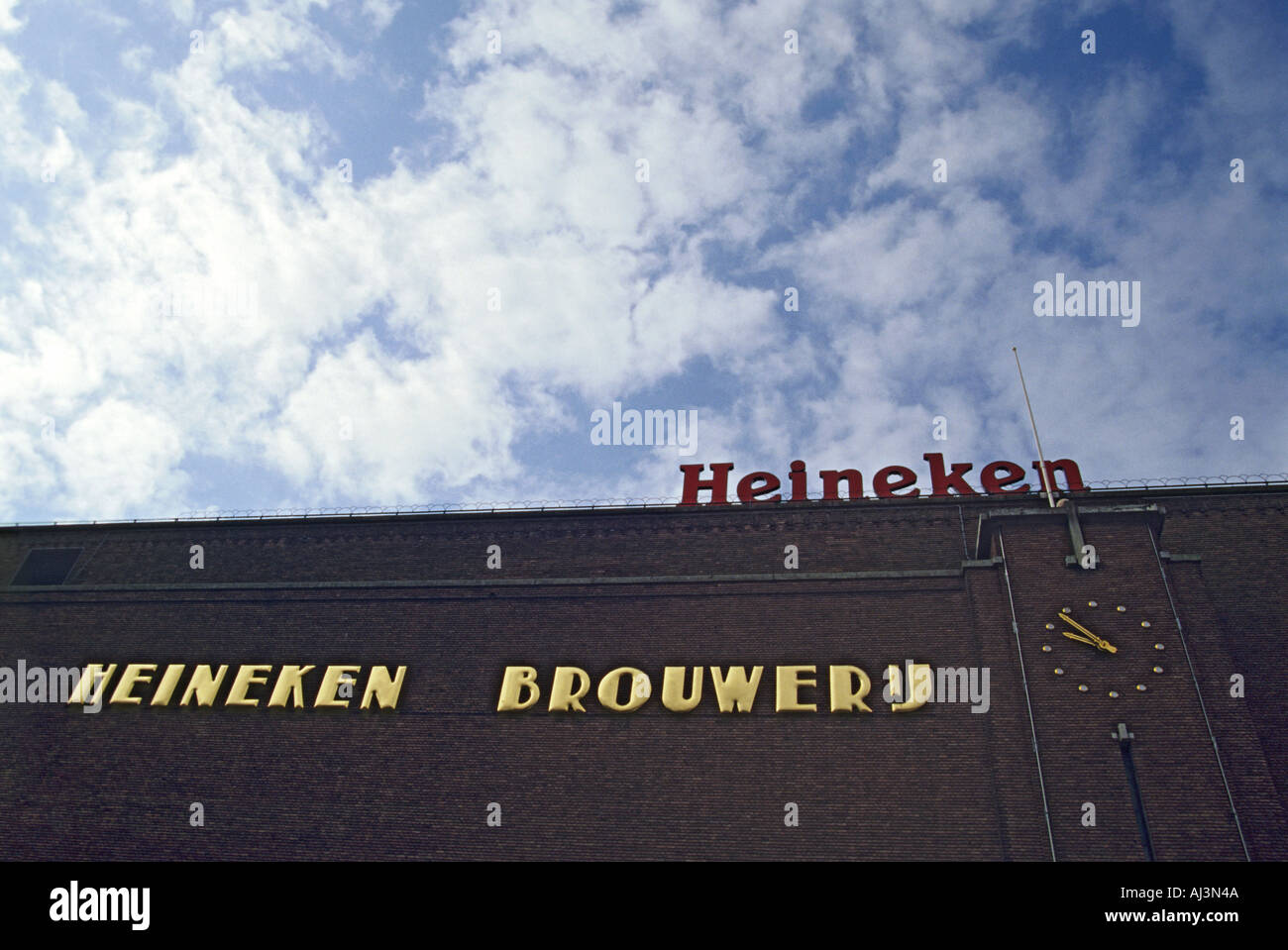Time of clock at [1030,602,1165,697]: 9:53
